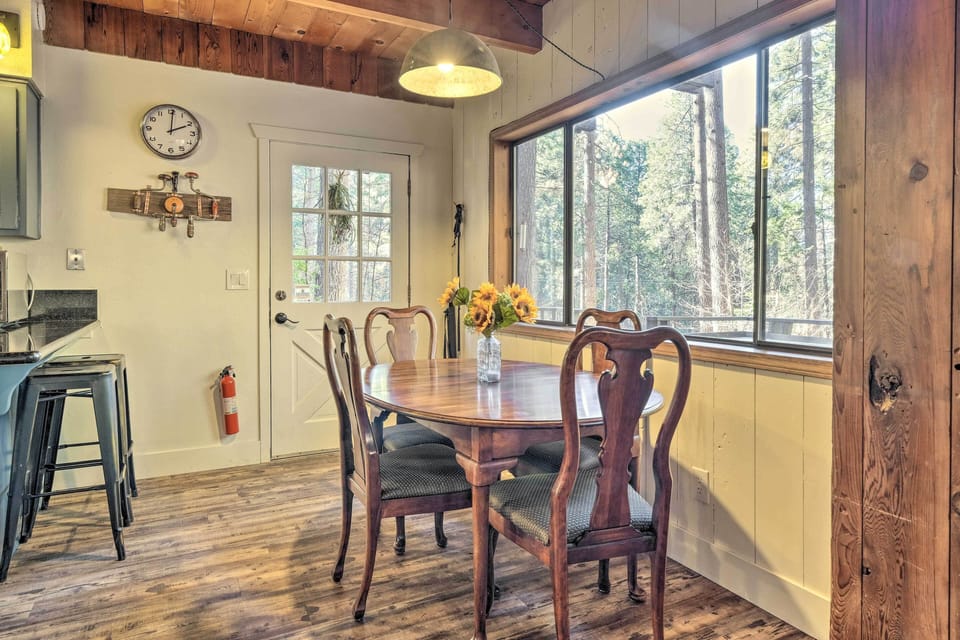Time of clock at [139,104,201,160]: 2:00
